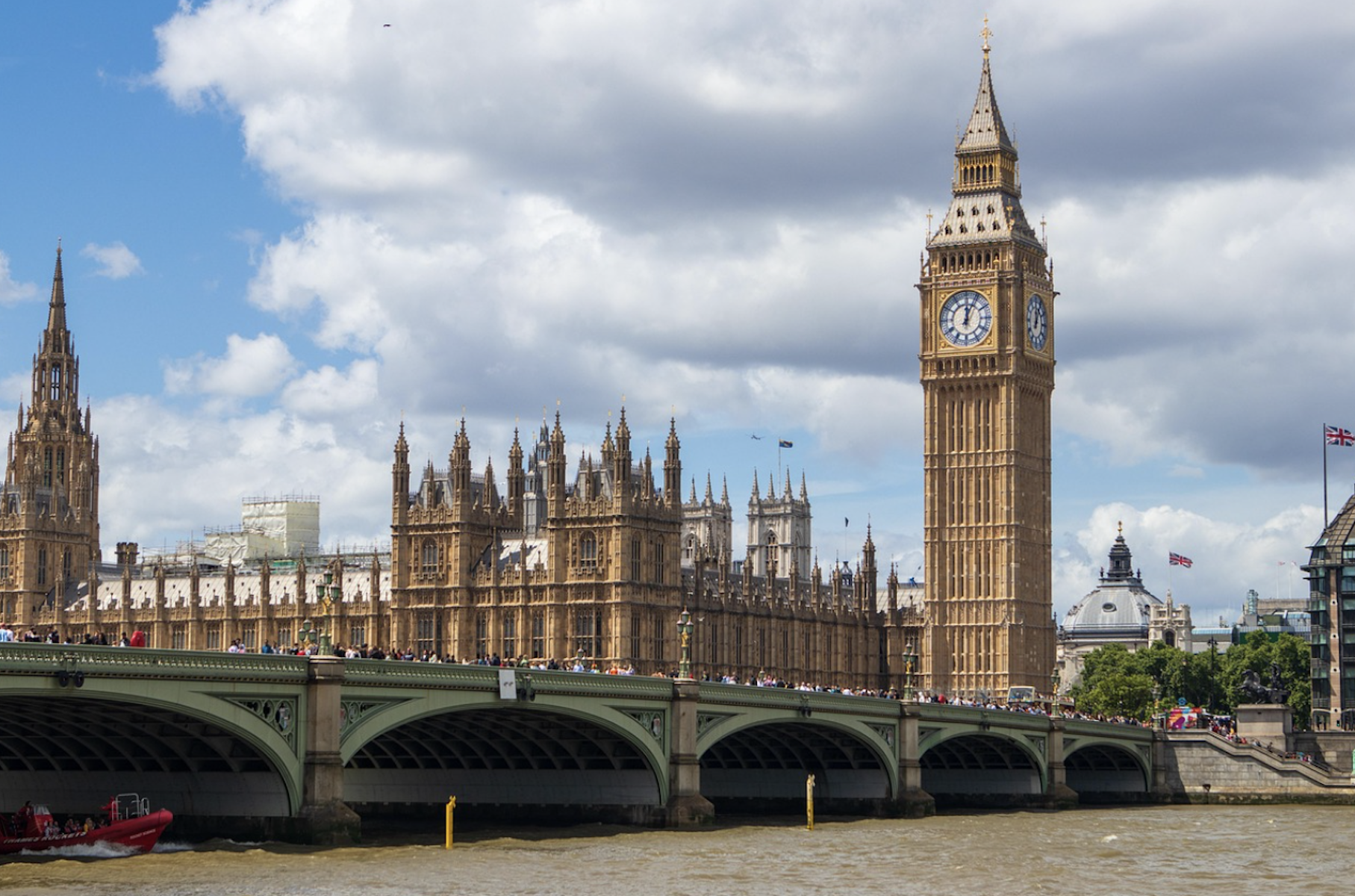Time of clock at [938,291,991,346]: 12:04
